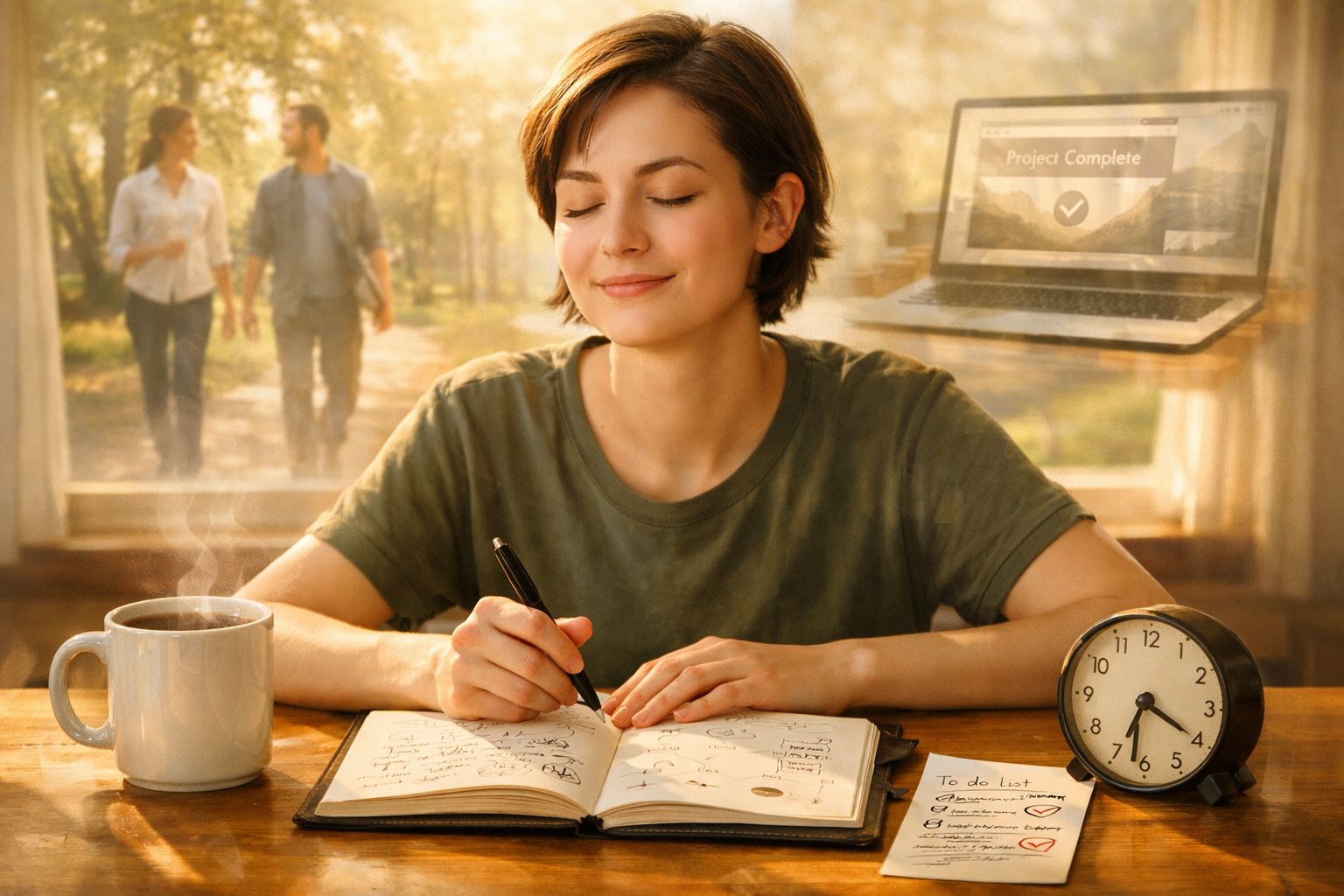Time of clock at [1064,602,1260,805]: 6:19
